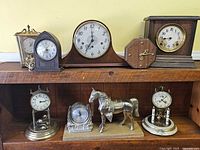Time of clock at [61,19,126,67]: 6:59
